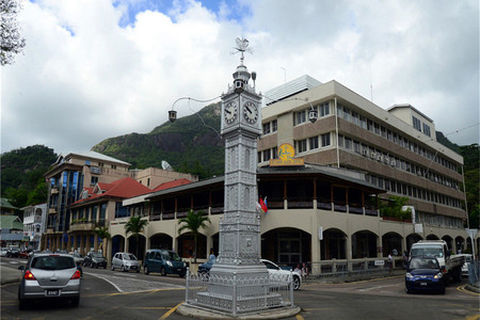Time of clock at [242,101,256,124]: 9:50
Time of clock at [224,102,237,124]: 9:50
